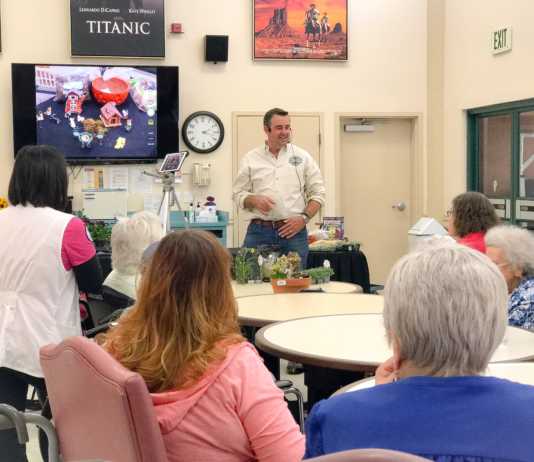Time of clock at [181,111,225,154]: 2:18
